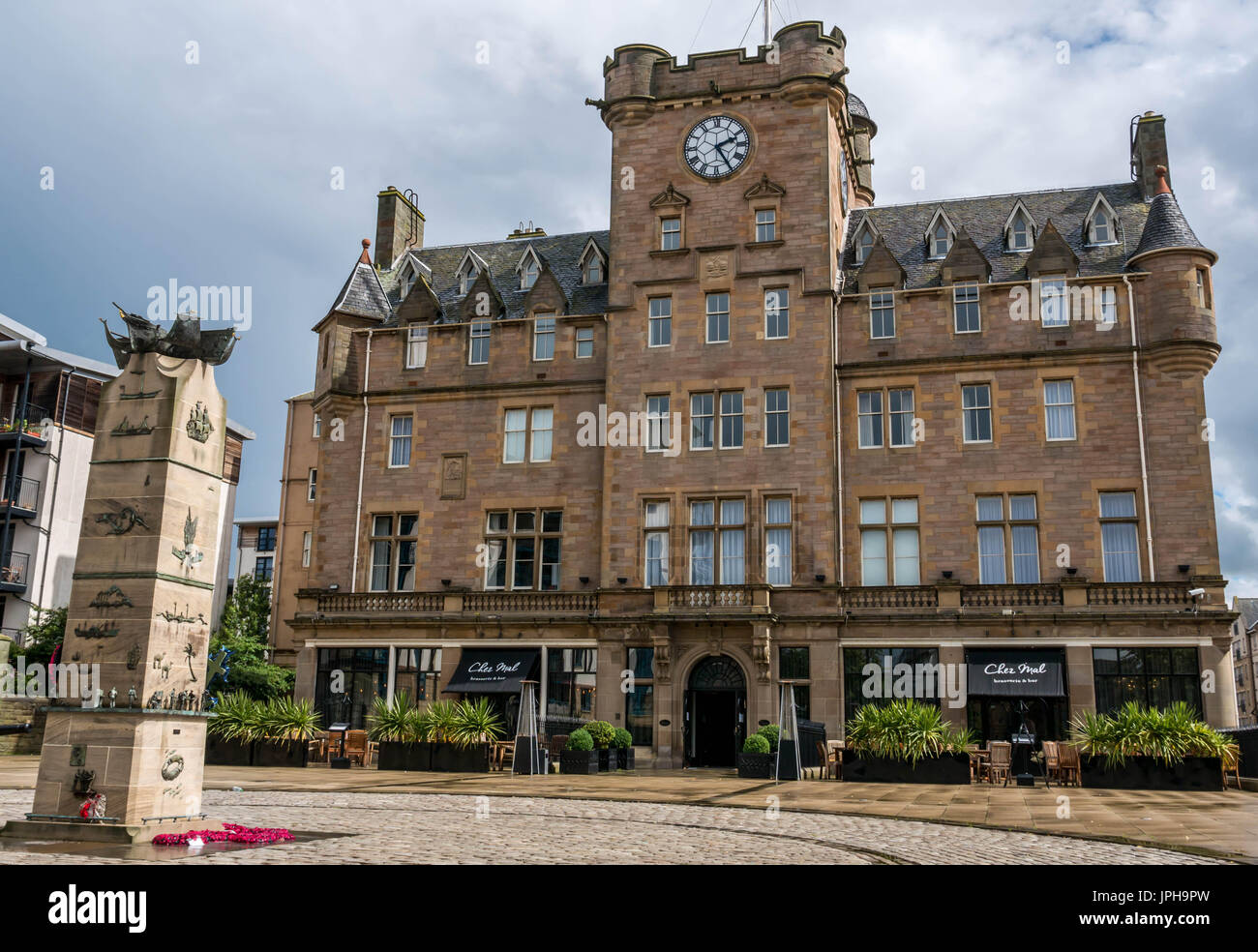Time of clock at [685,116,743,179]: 2:24
